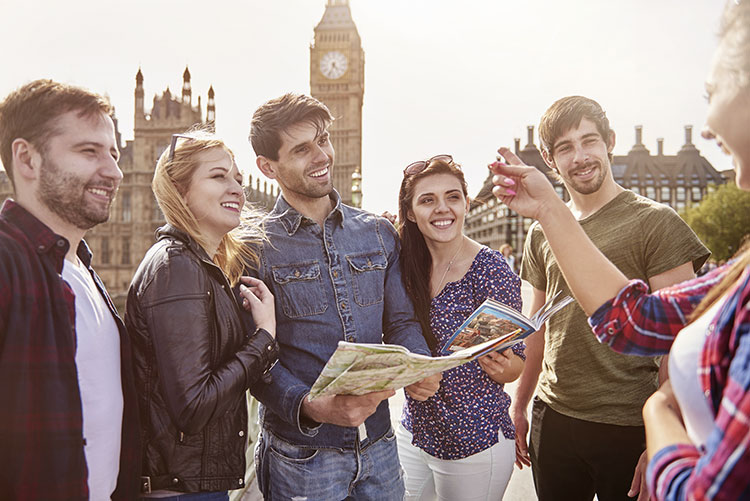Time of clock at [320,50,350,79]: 4:33
